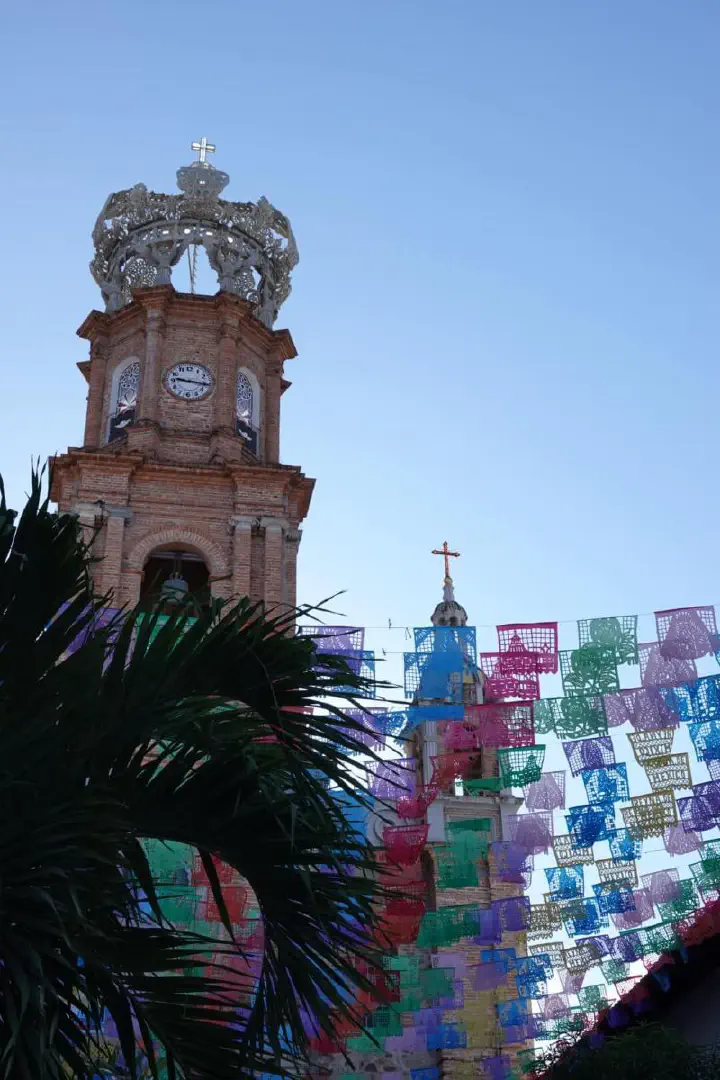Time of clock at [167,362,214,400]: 9:16
